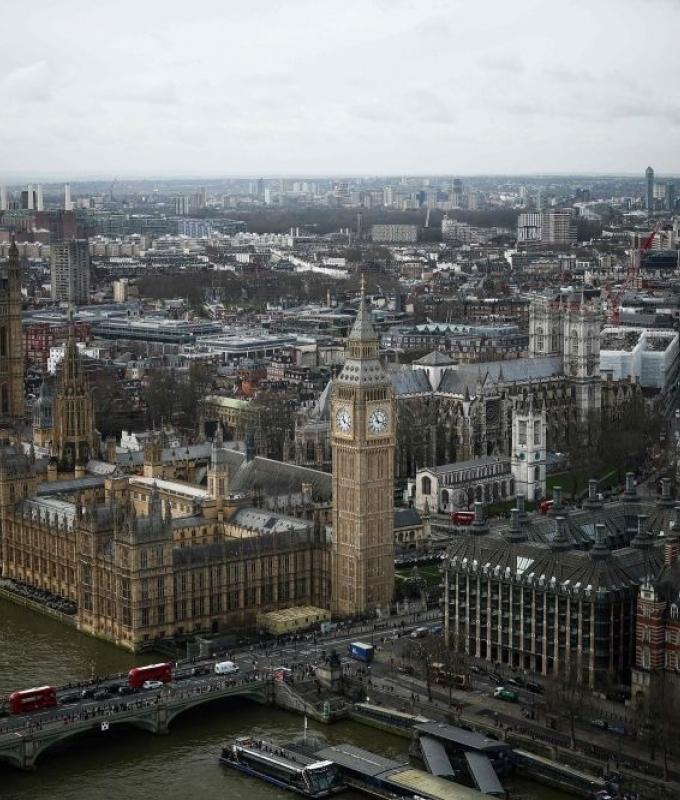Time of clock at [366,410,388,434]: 11:17
